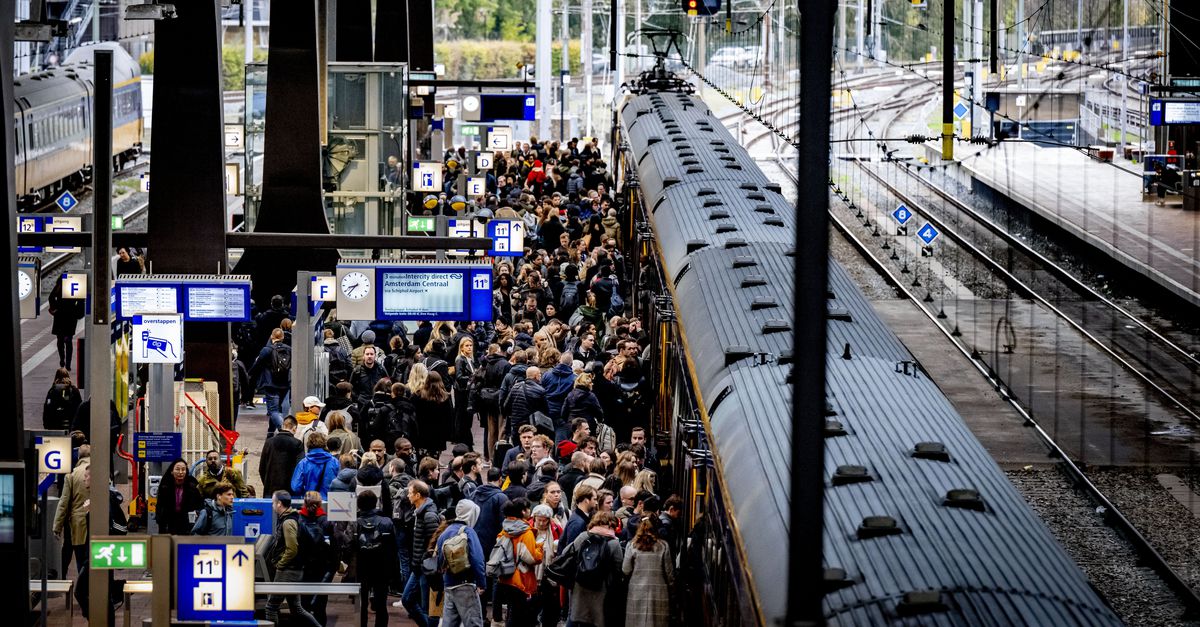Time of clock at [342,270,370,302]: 8:37
